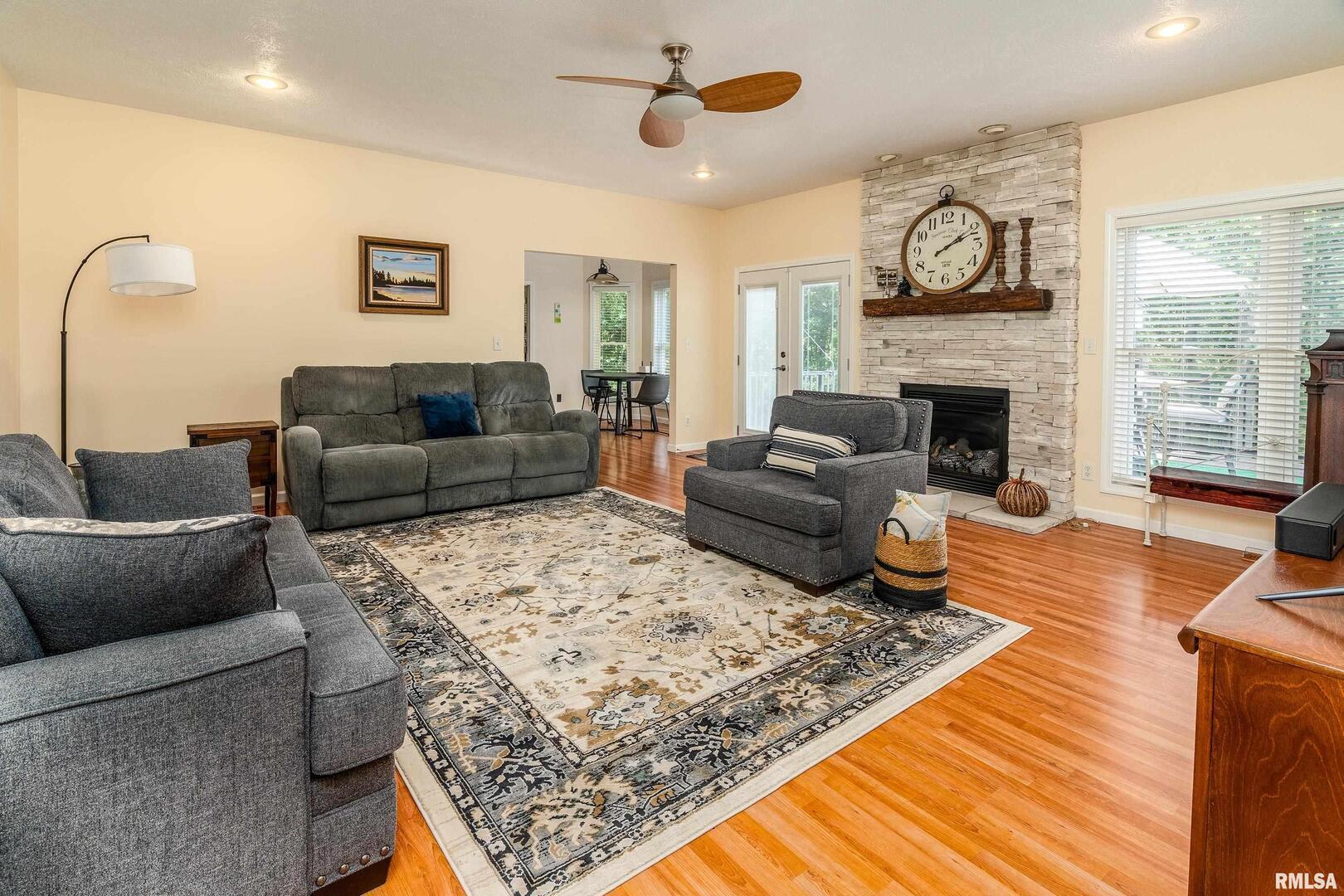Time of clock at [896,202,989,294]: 2:09
